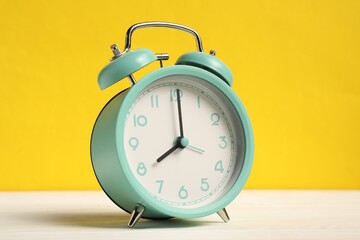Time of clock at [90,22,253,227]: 8:00
